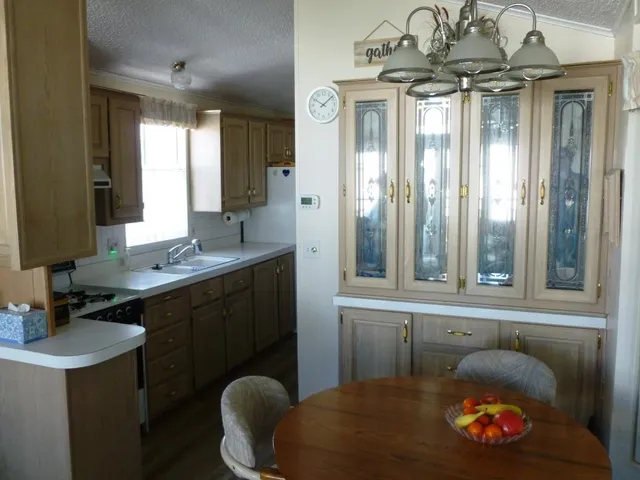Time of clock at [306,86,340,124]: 10:08
